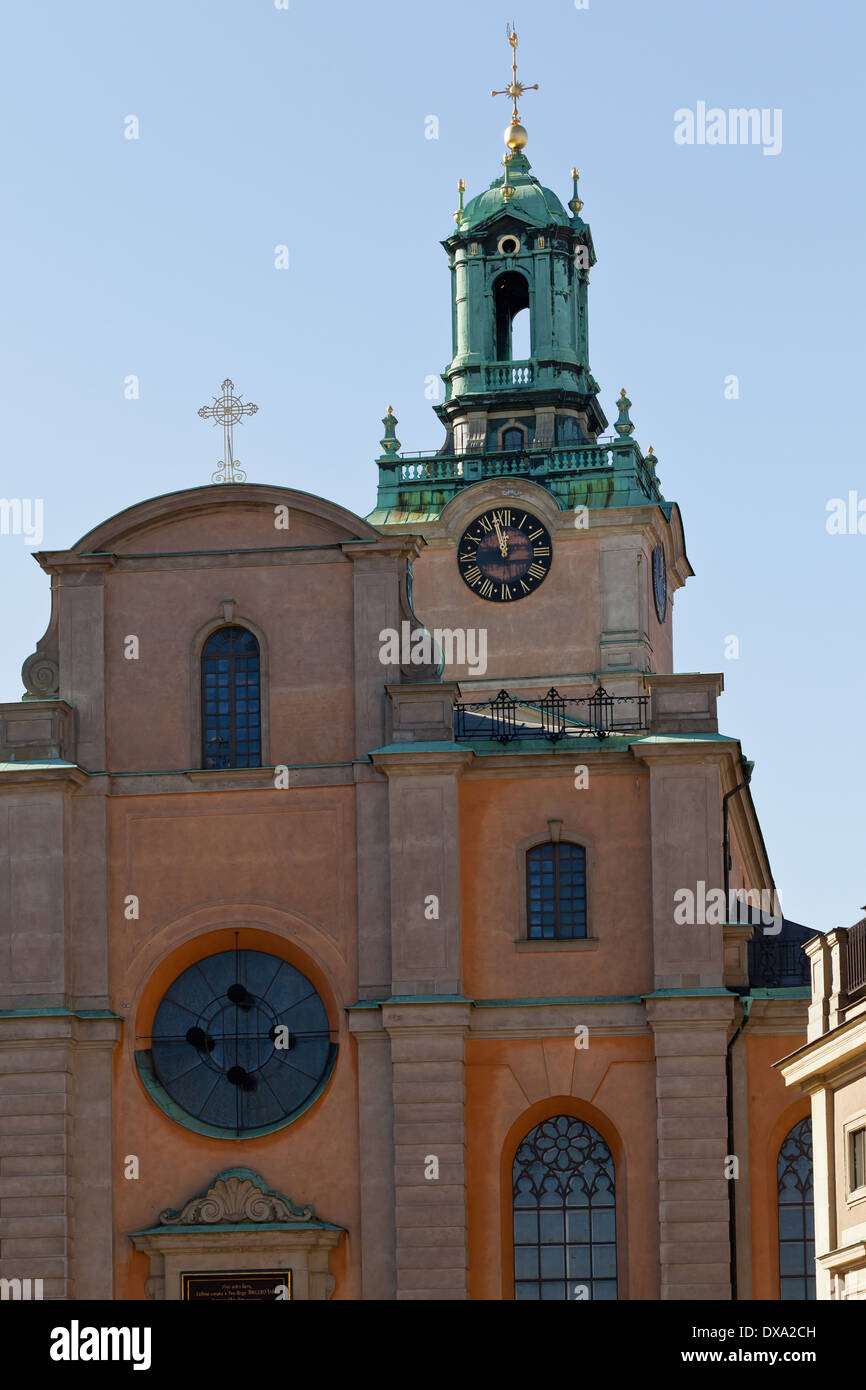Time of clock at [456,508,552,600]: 11:57
